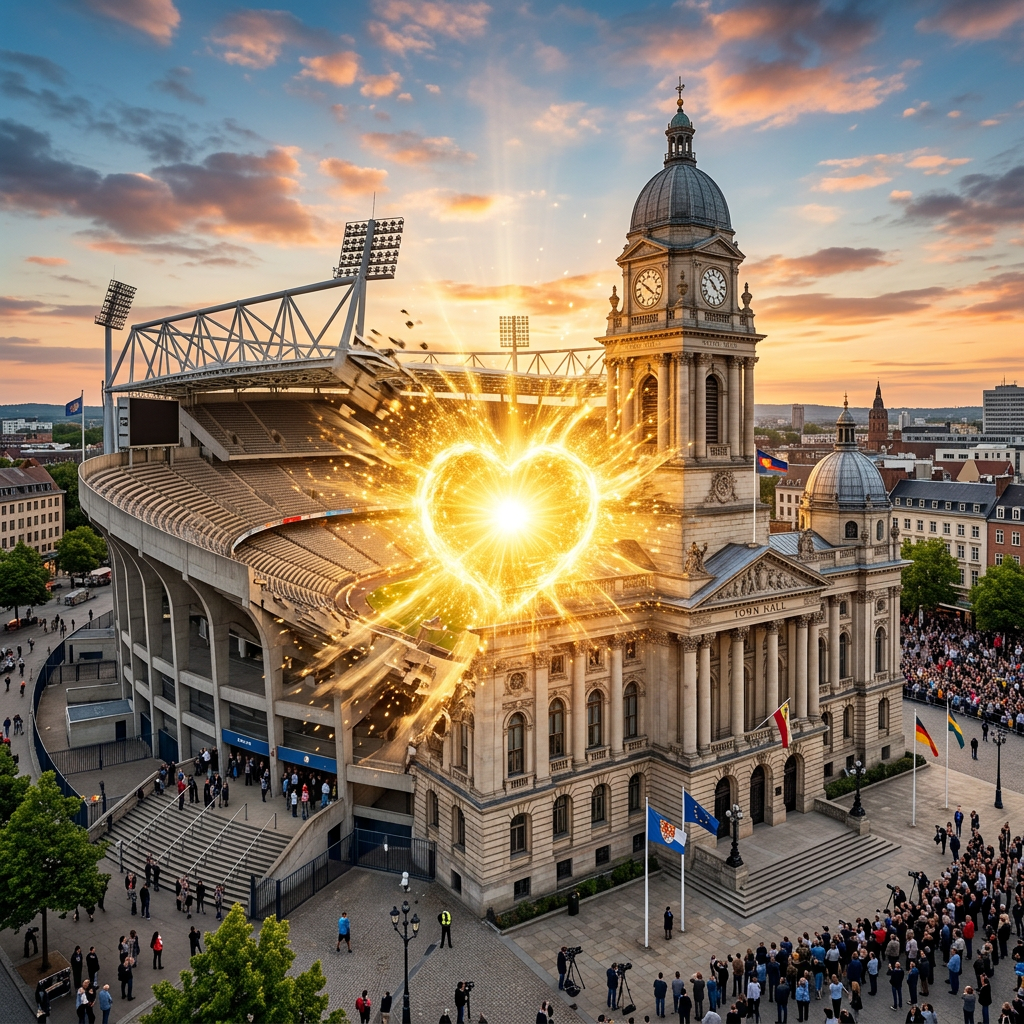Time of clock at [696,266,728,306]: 10:20
